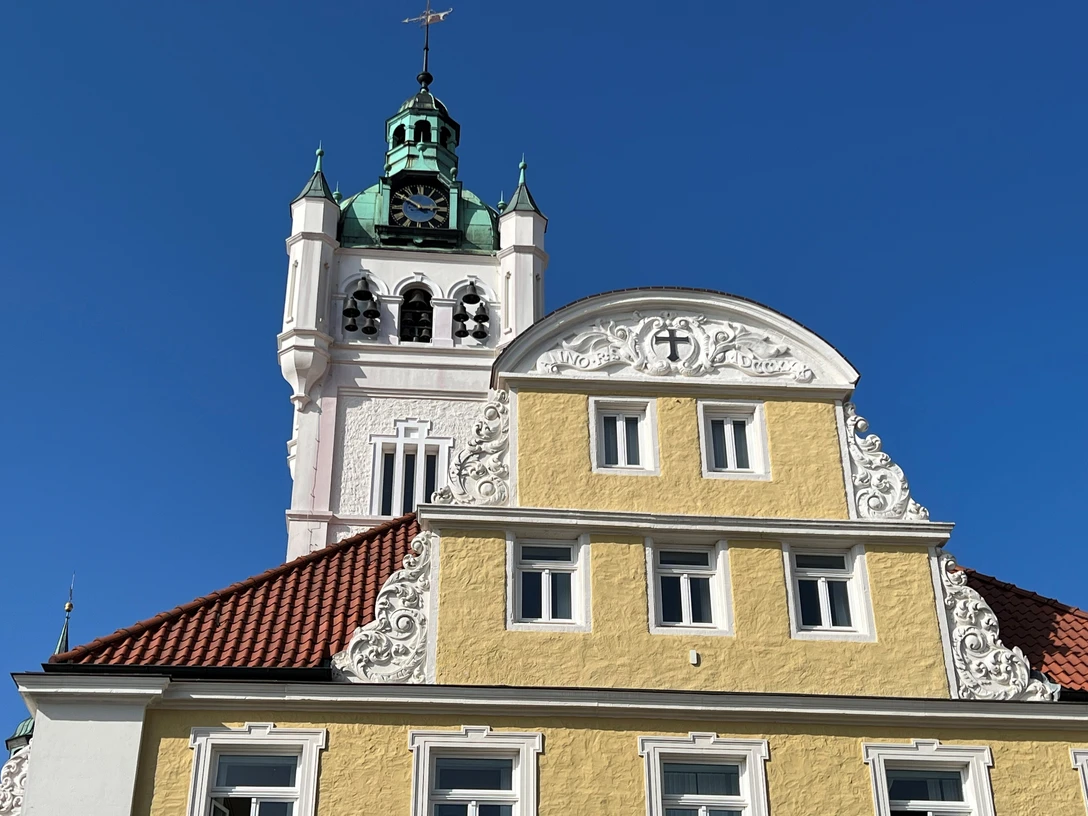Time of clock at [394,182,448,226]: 2:50
